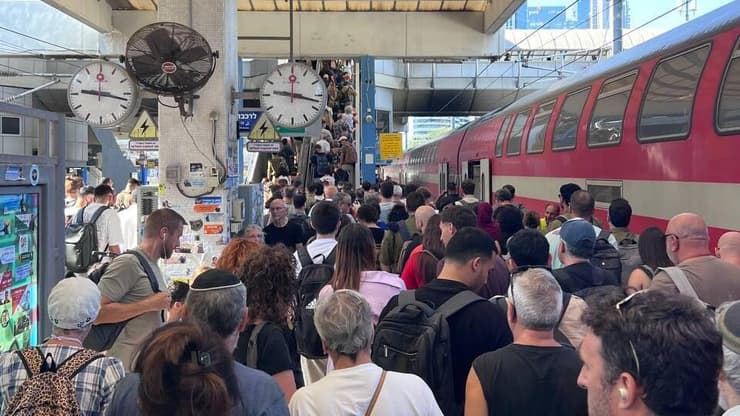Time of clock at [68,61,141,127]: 9:17
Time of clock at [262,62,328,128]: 9:17
